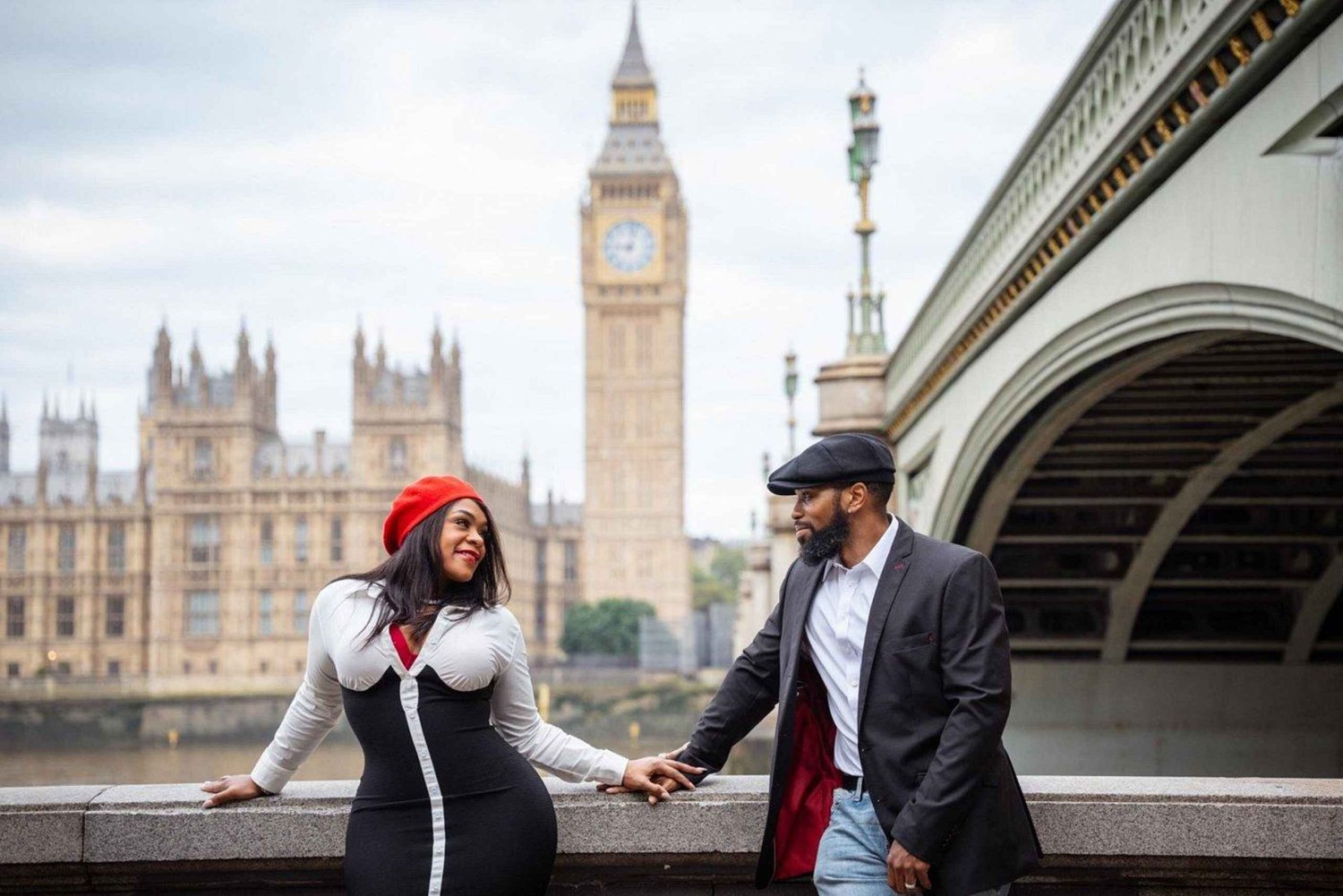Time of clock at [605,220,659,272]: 9:02
